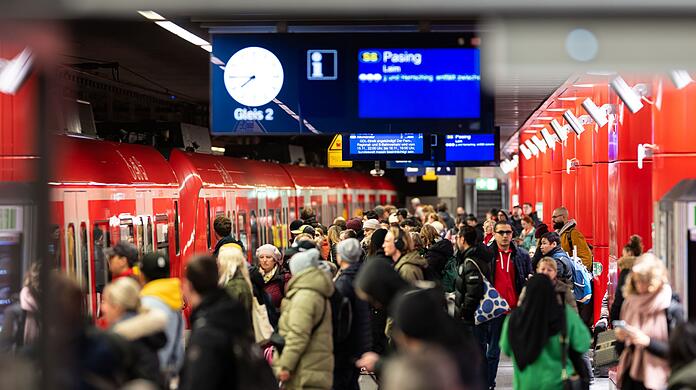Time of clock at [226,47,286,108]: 7:44
